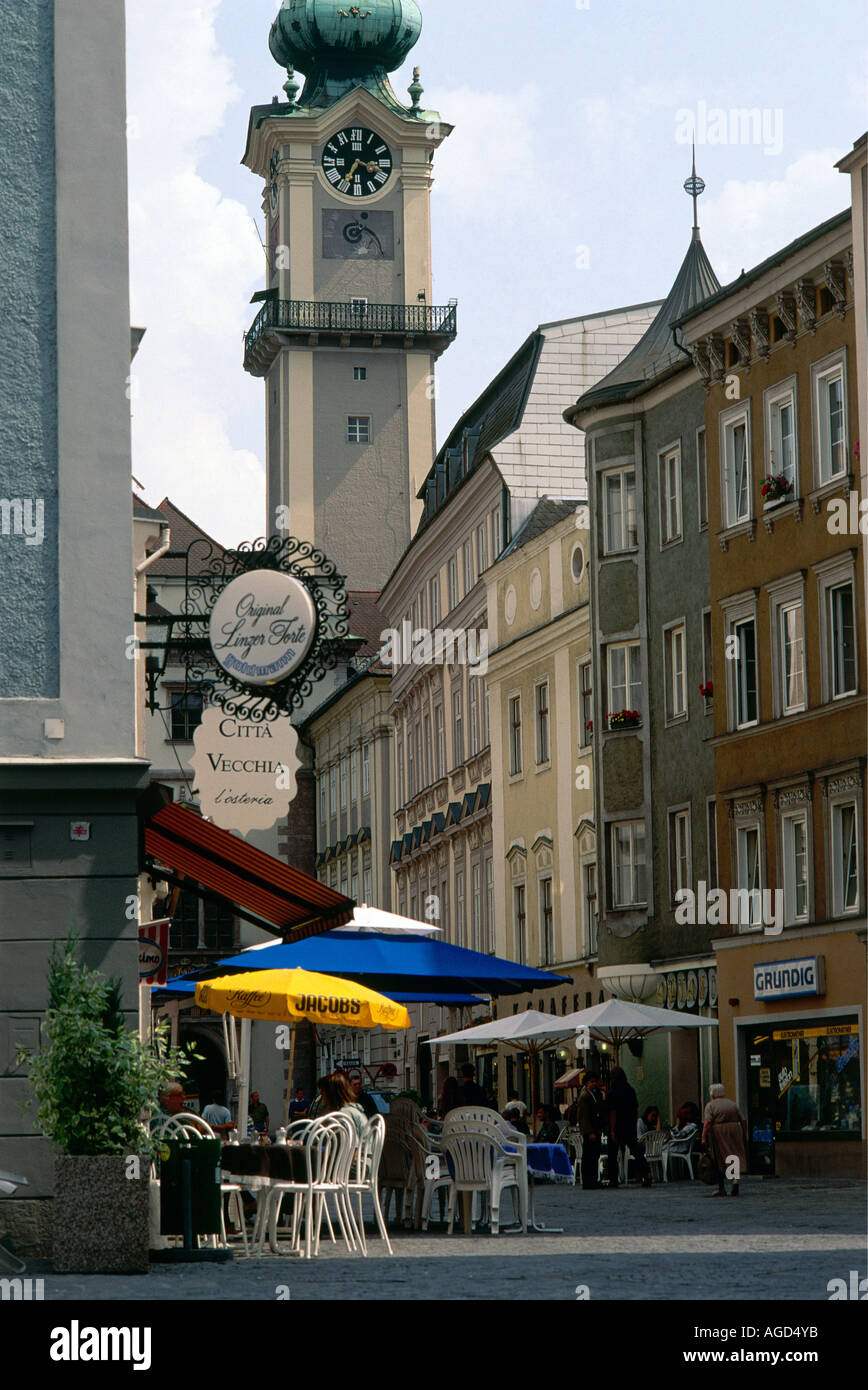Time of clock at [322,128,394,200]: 3:34
